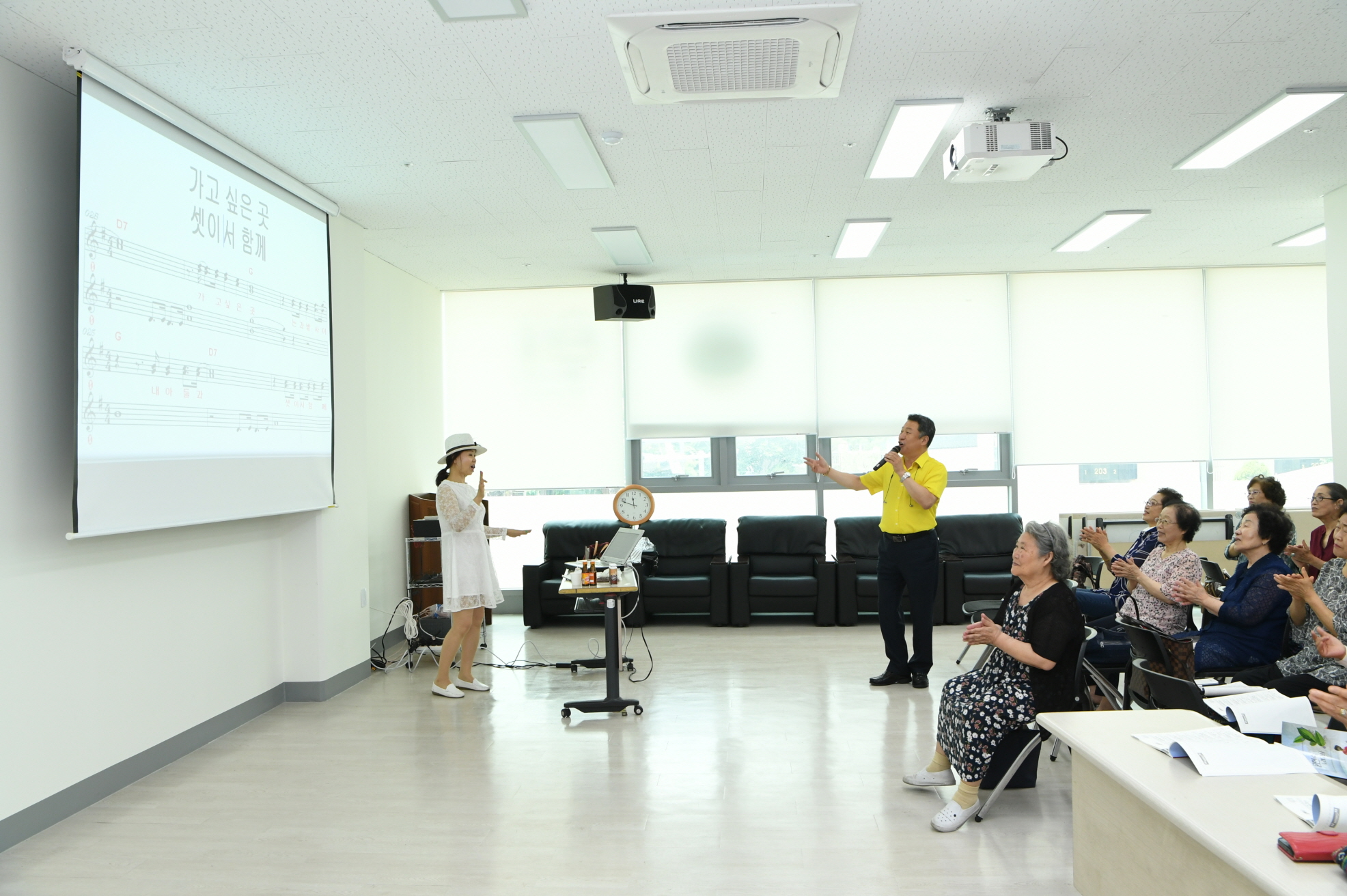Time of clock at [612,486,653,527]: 11:48
